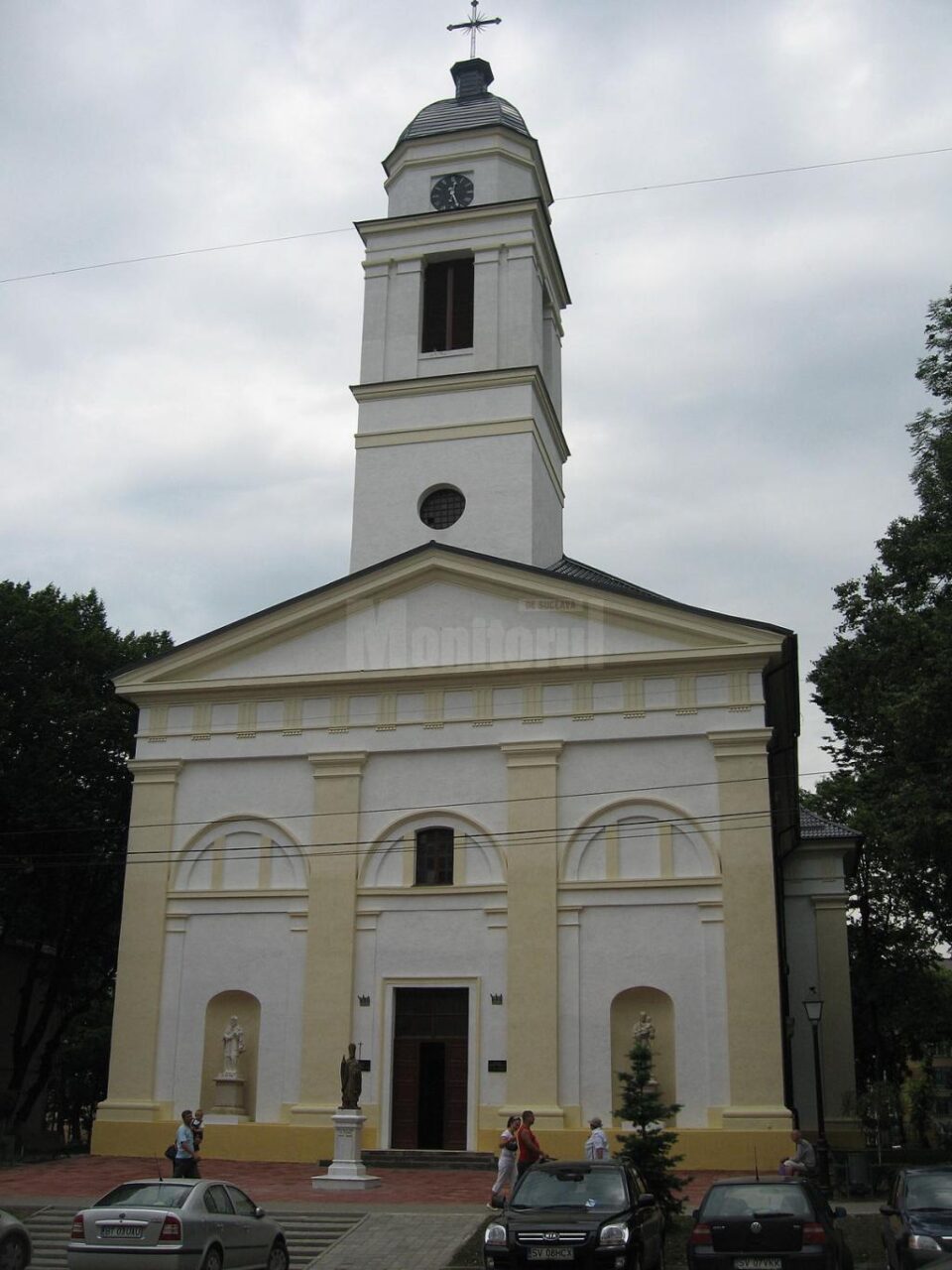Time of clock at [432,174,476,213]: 12:26
